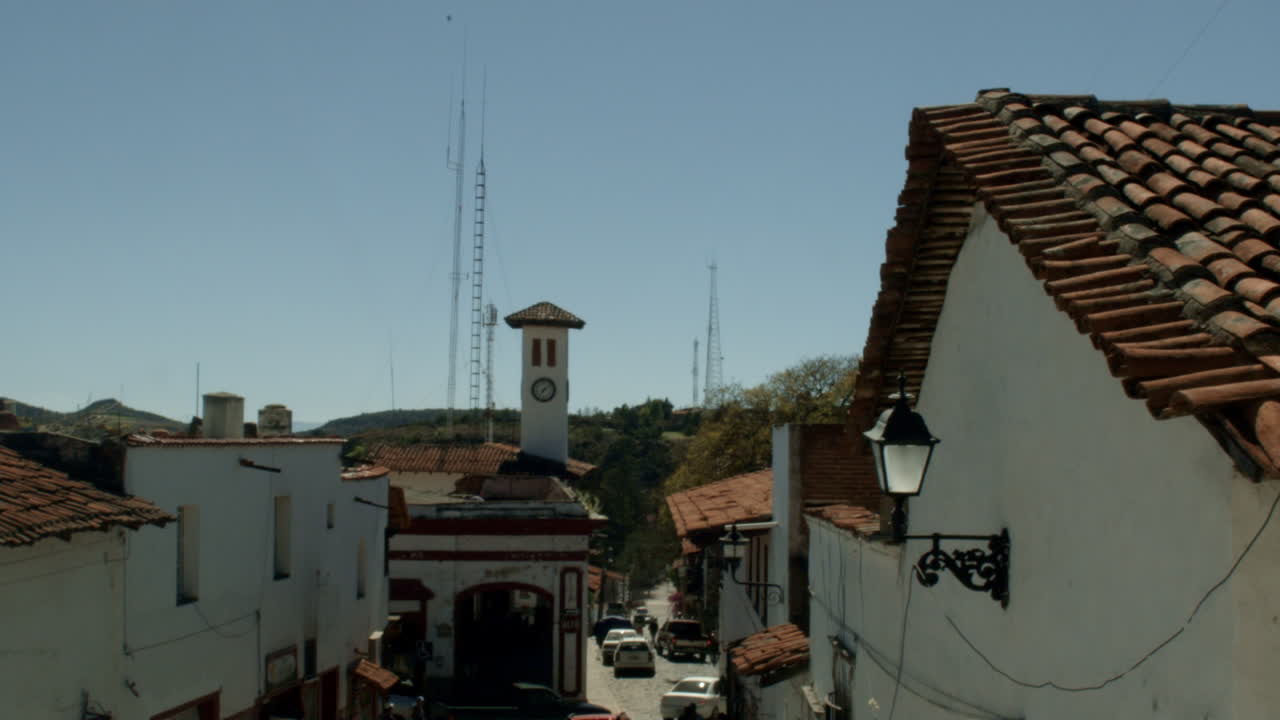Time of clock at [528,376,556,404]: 7:08
